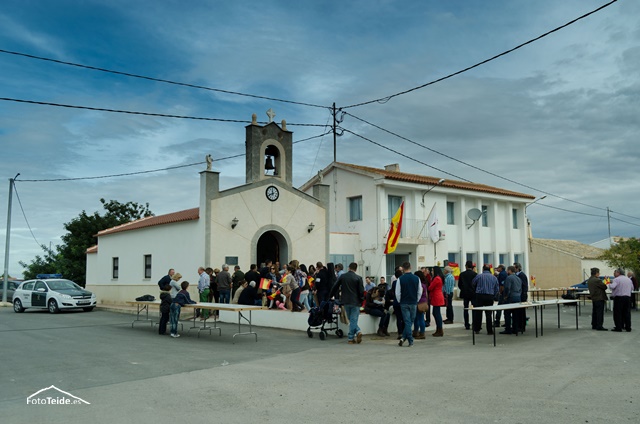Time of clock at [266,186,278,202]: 11:41
